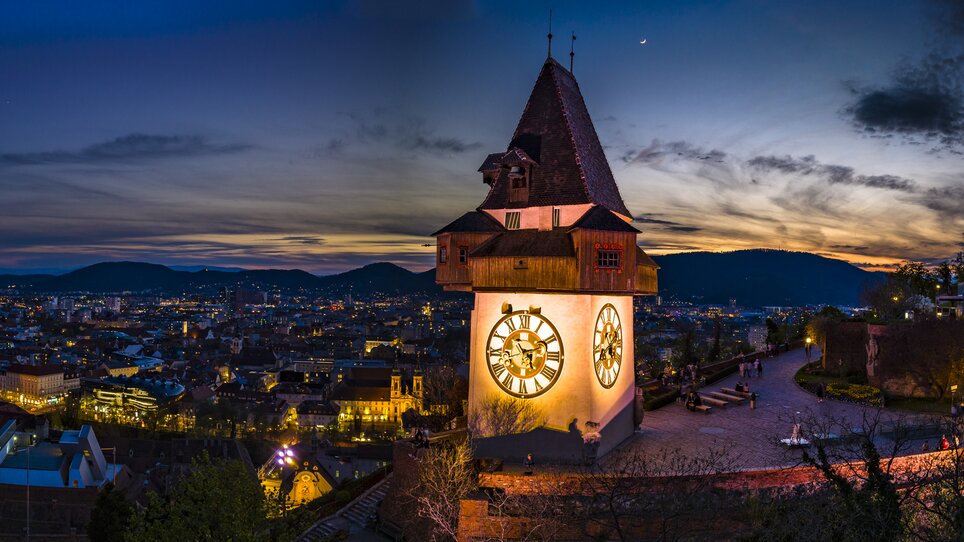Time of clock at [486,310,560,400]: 4:42
